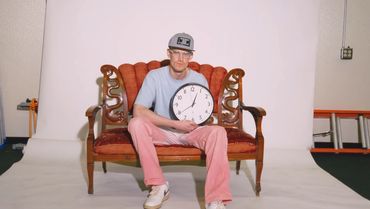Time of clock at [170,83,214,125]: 12:39
